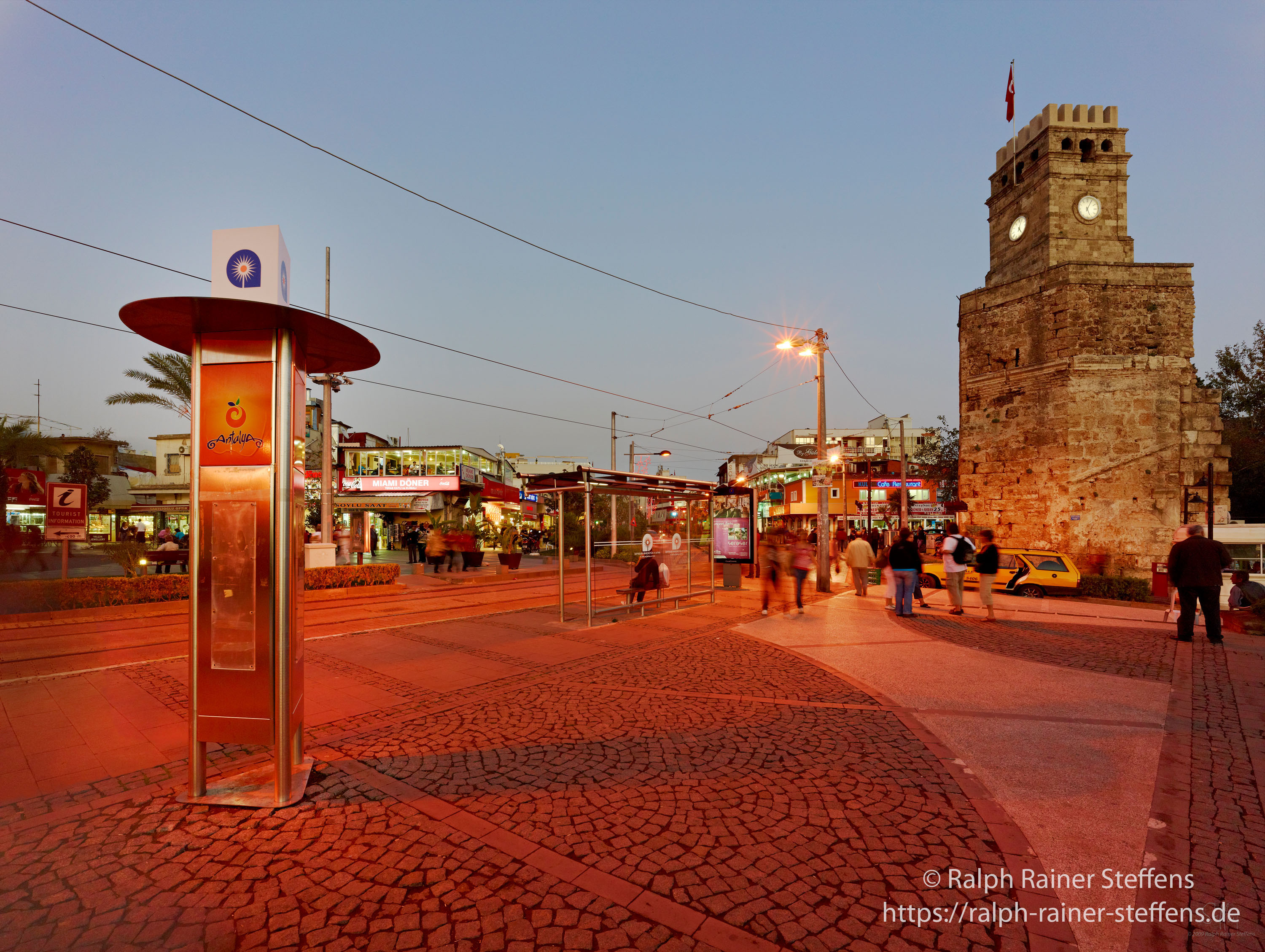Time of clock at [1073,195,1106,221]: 5:04
